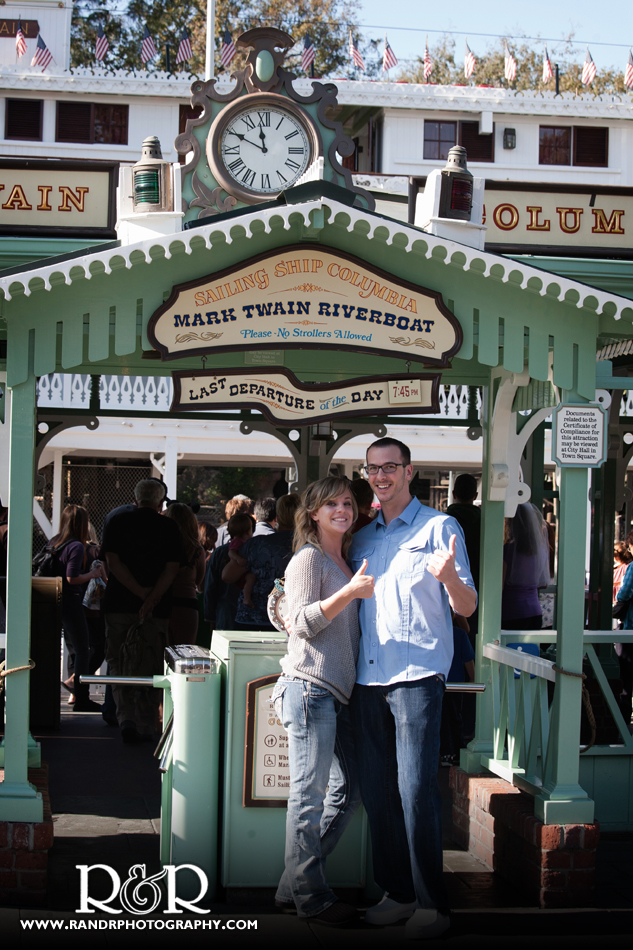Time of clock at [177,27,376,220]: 11:49
